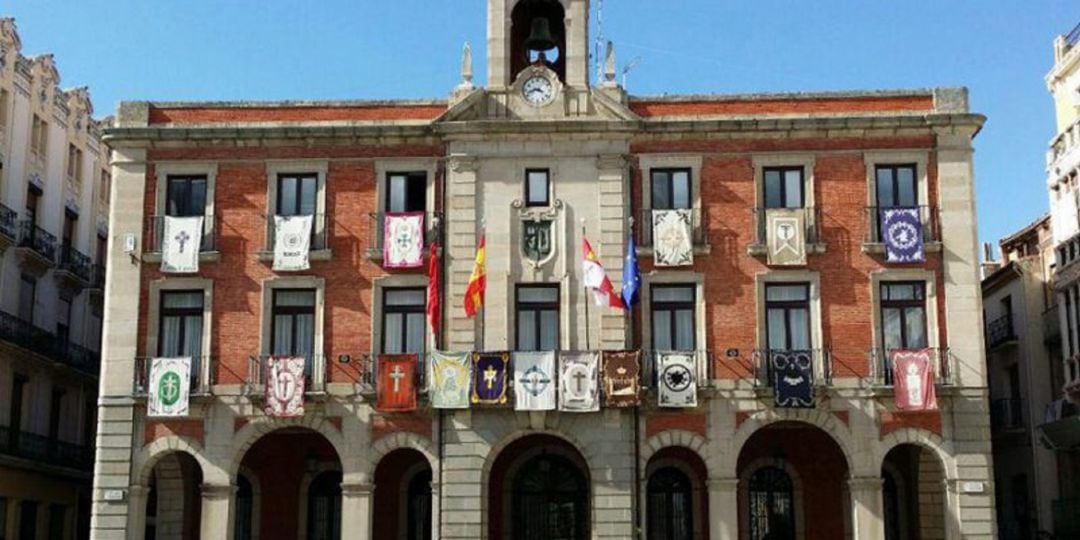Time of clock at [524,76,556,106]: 3:42
